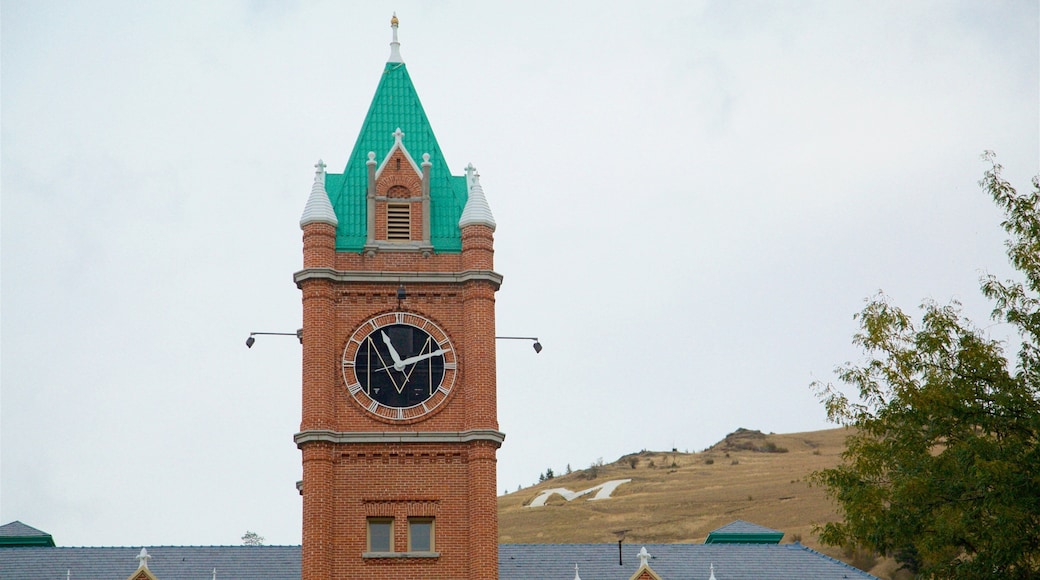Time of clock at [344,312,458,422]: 11:12
